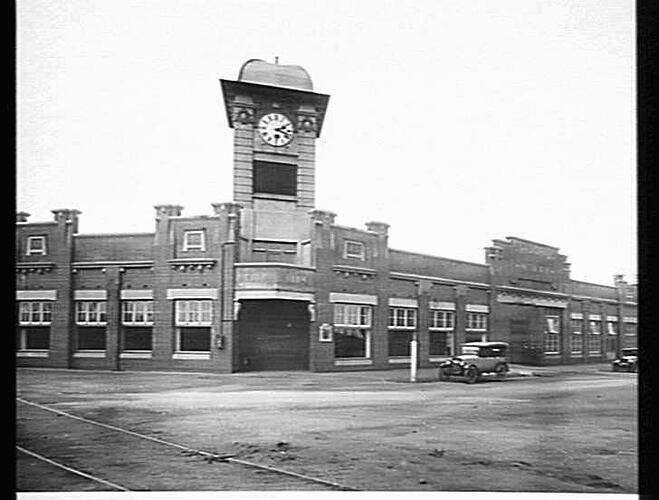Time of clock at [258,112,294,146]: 2:18
